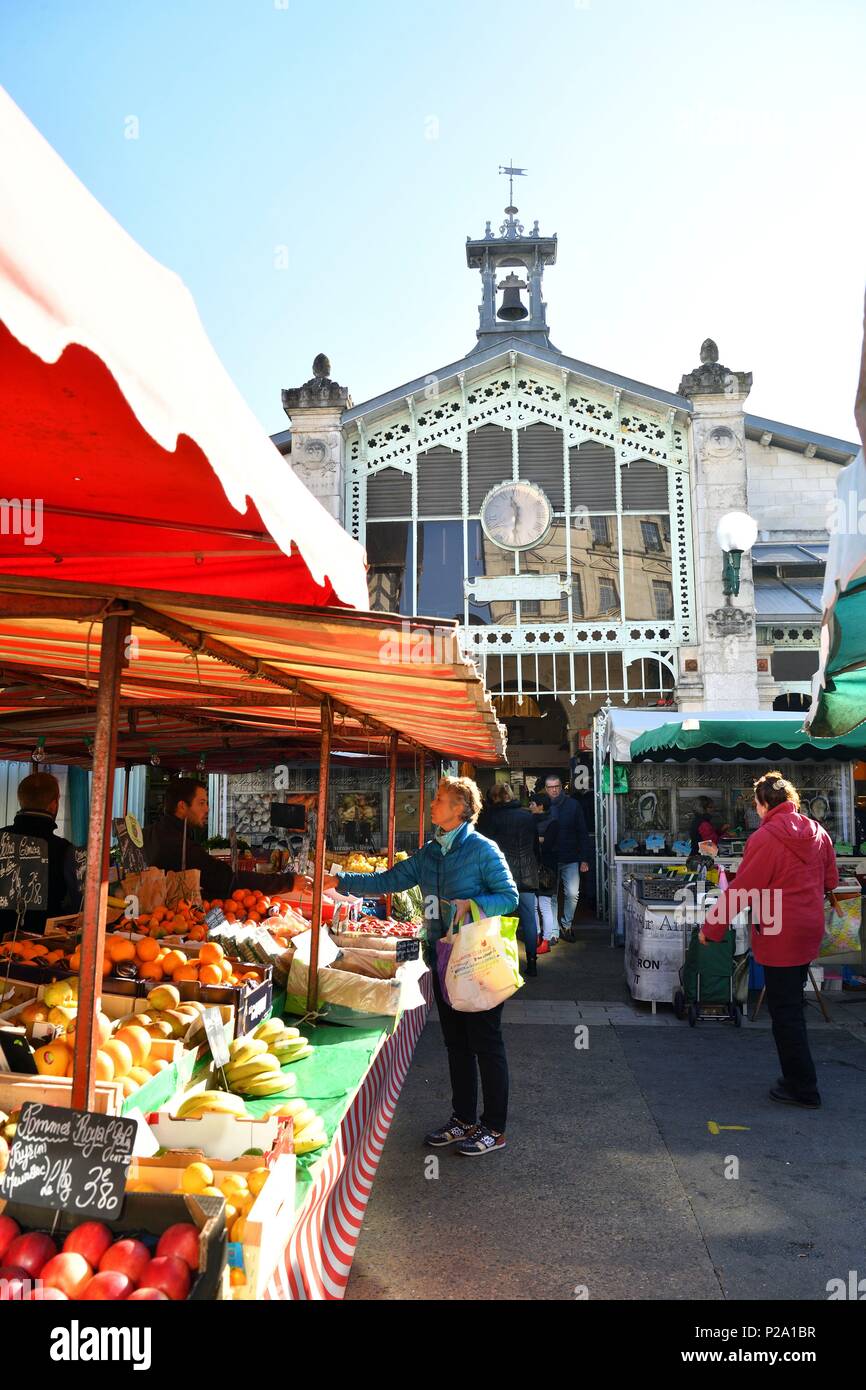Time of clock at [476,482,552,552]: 11:31
